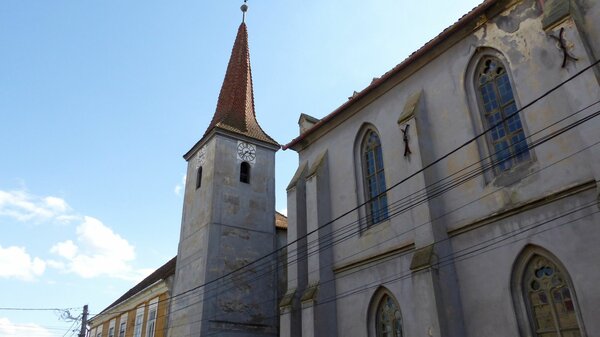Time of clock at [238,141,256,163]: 7:15
